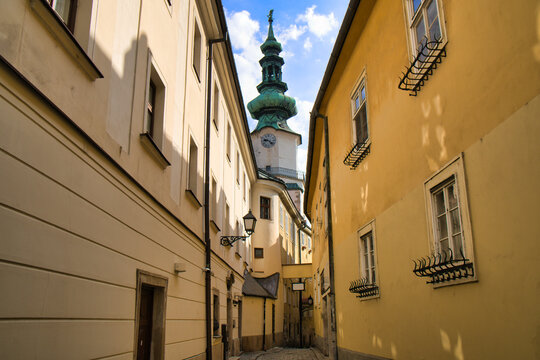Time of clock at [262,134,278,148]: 9:22
